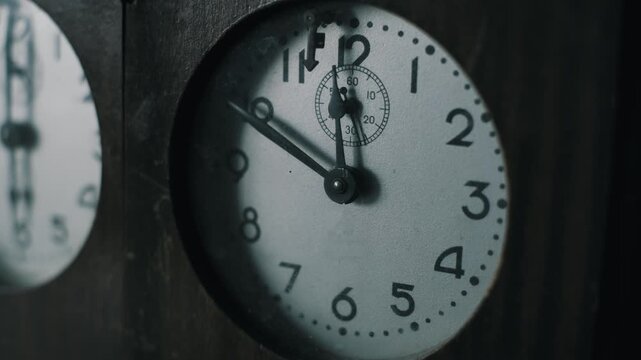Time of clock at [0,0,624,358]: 11:49
